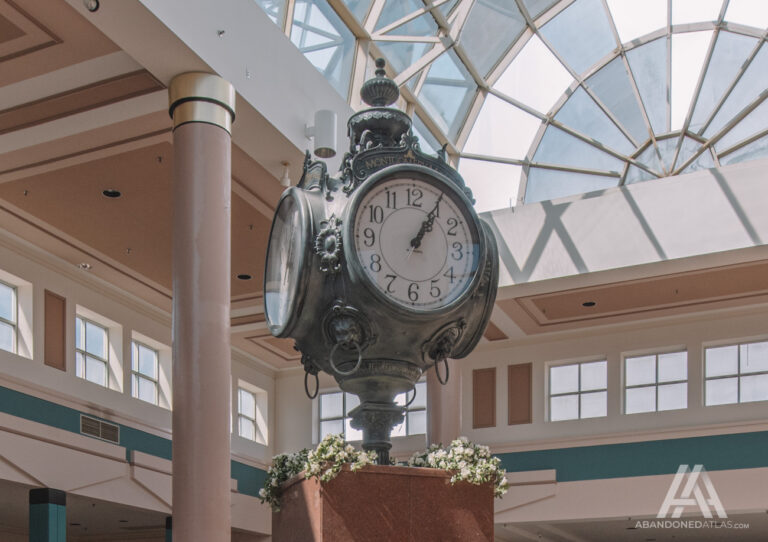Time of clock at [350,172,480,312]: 1:05
